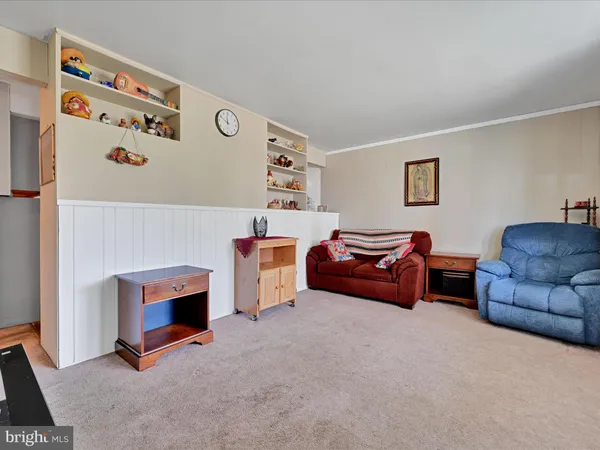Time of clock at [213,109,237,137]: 11:48
